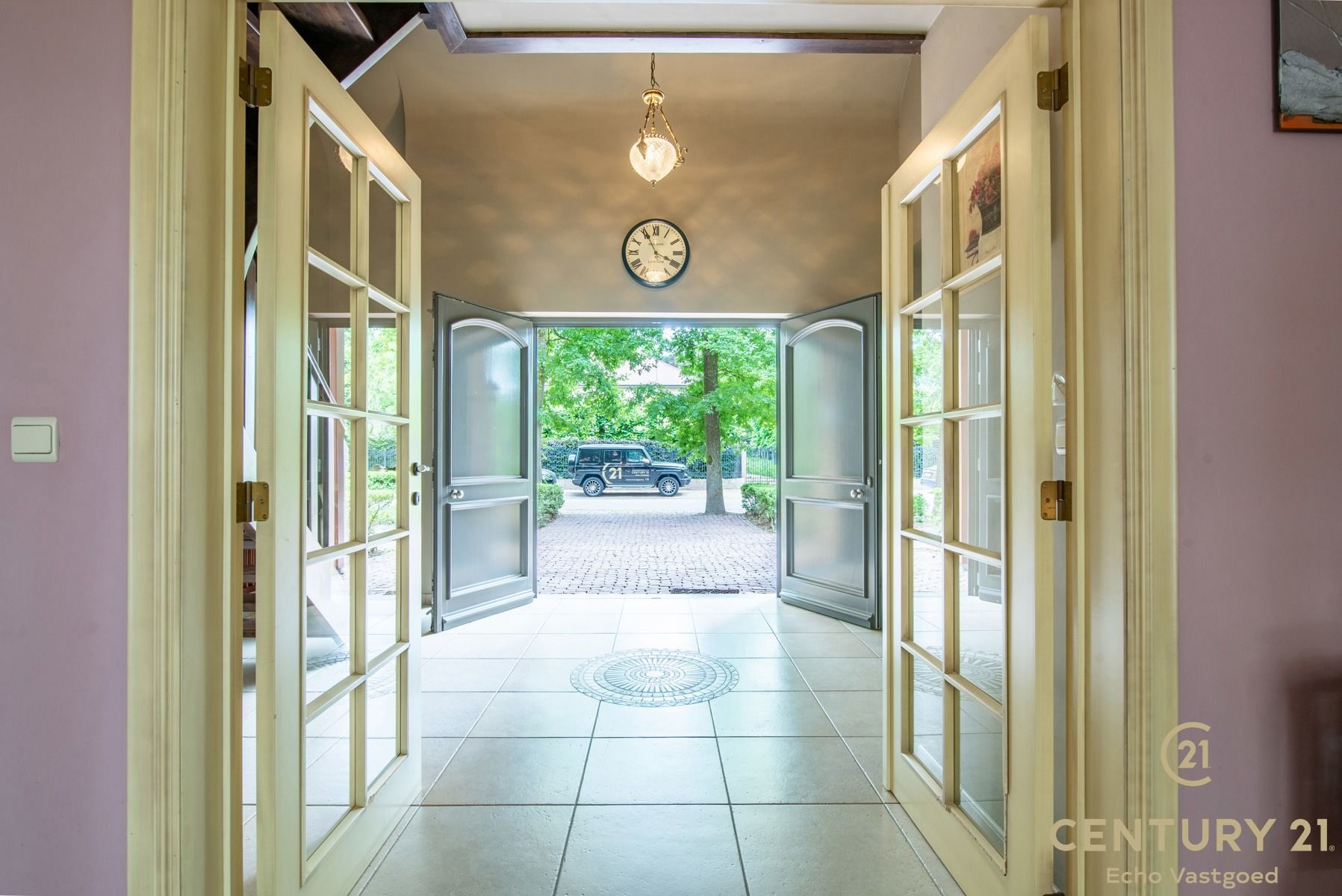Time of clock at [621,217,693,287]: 3:55
